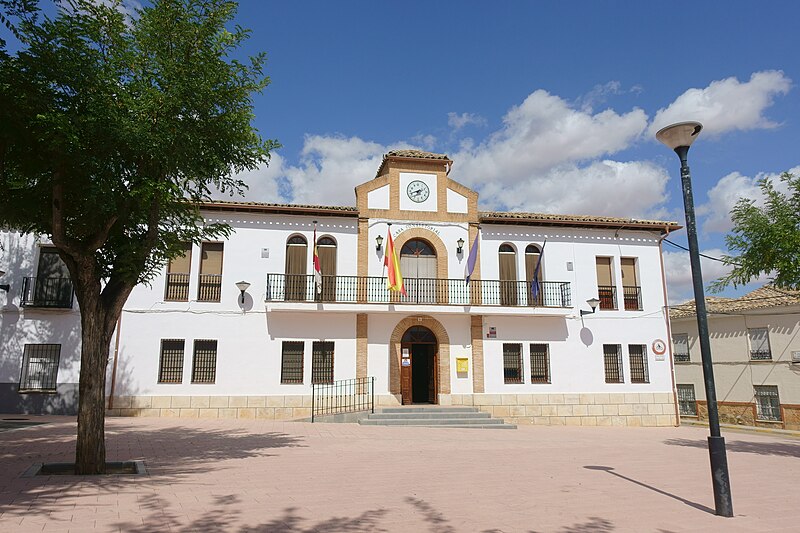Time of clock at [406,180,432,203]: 6:42
